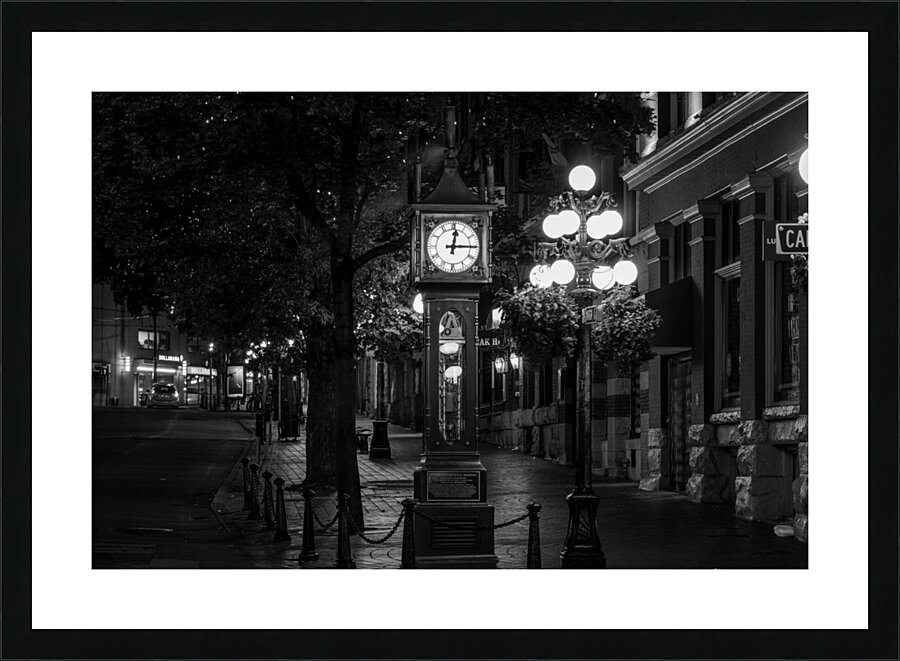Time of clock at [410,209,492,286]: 12:14
